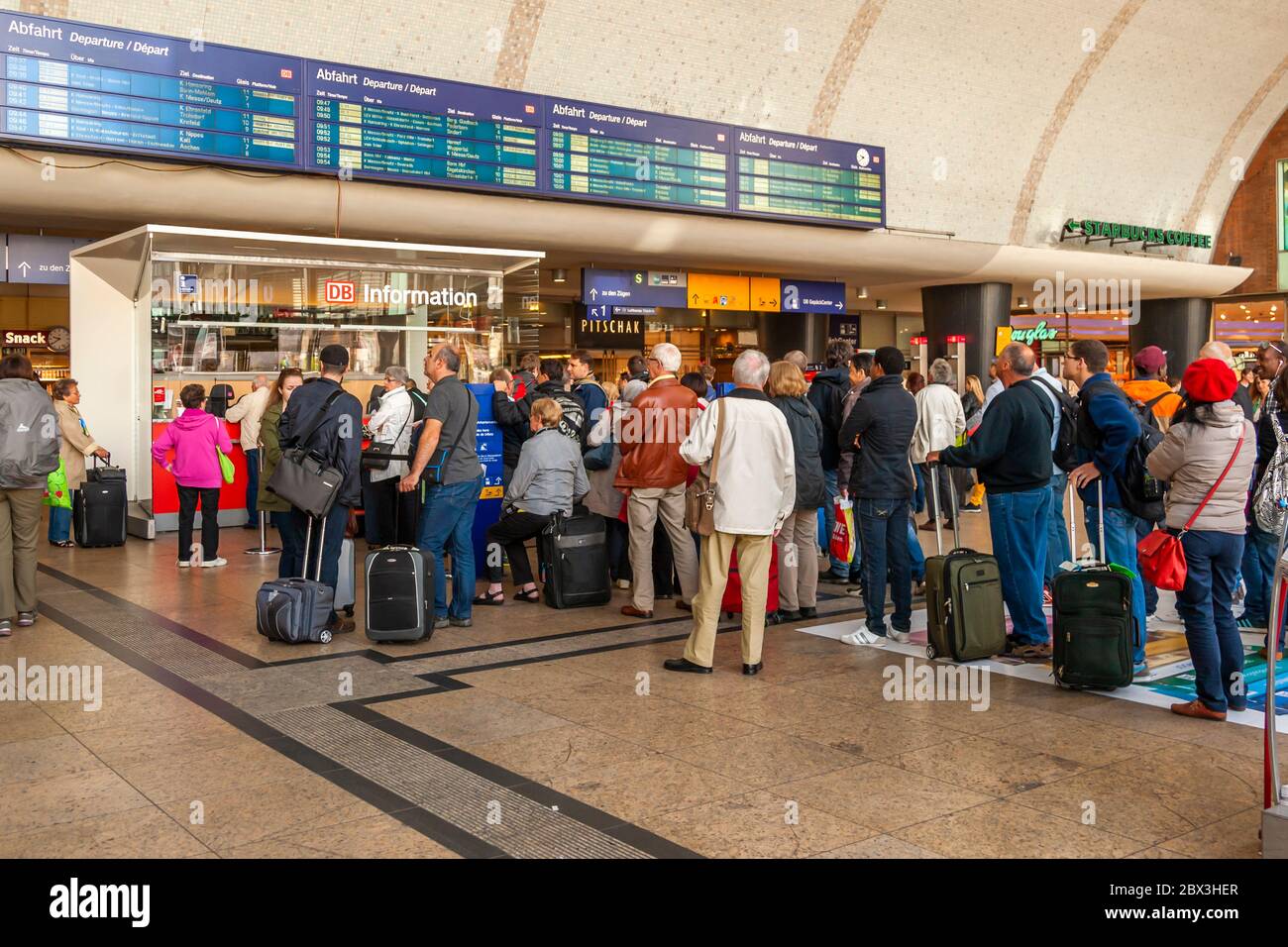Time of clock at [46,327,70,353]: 9:39
